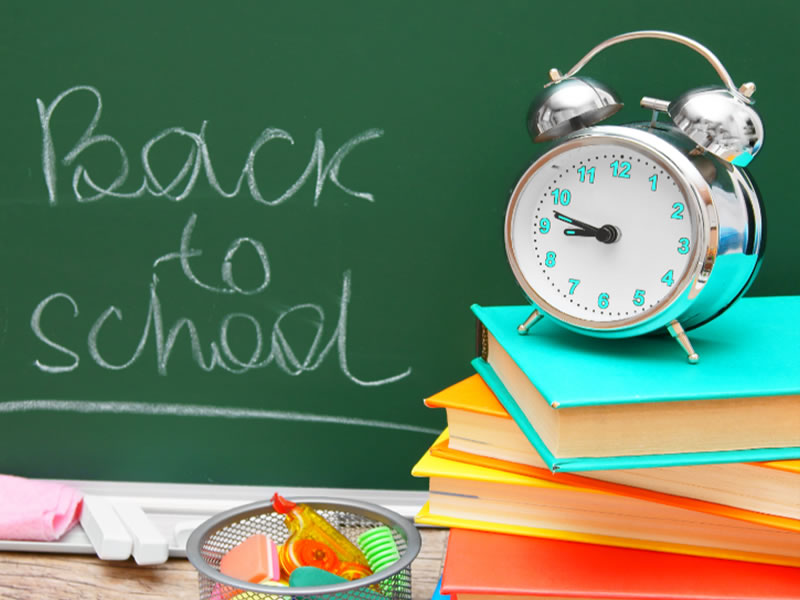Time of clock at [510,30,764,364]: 8:47
